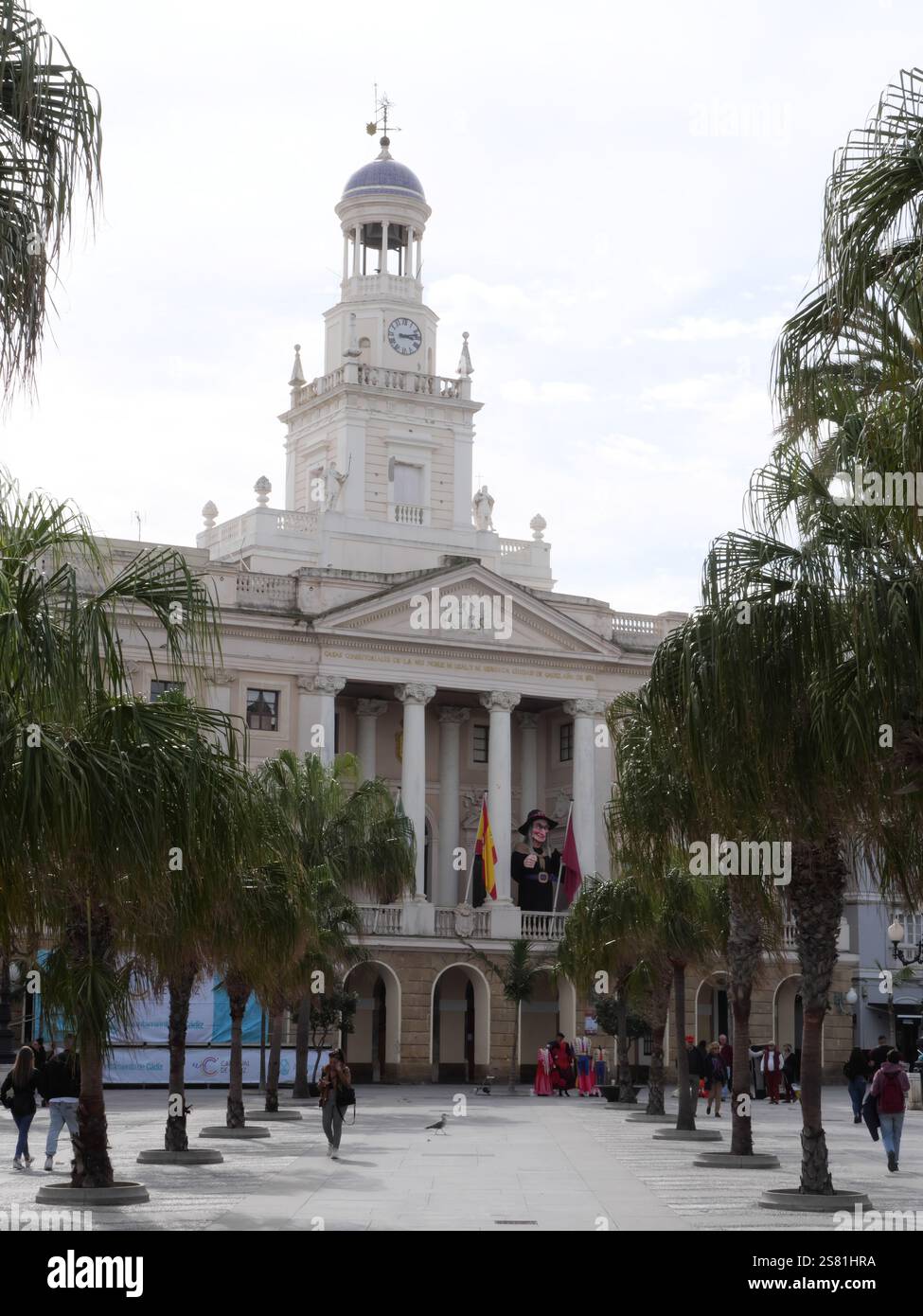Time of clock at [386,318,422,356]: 3:12
